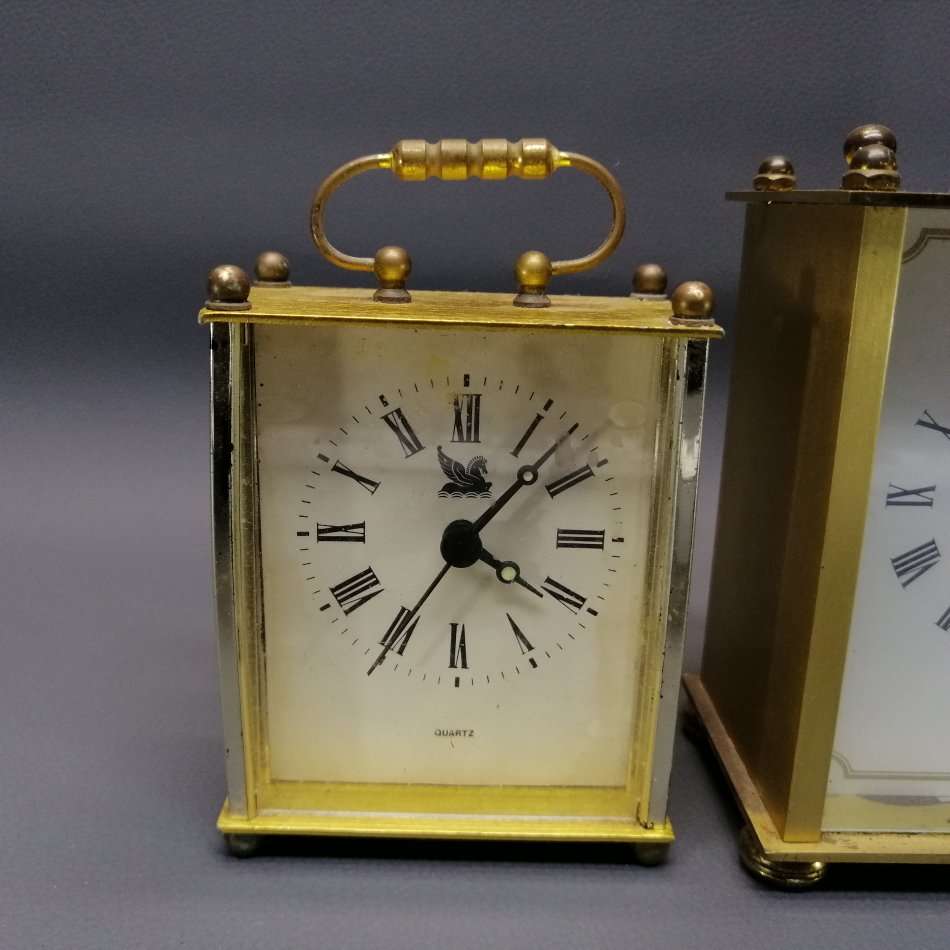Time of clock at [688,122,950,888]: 4:07
